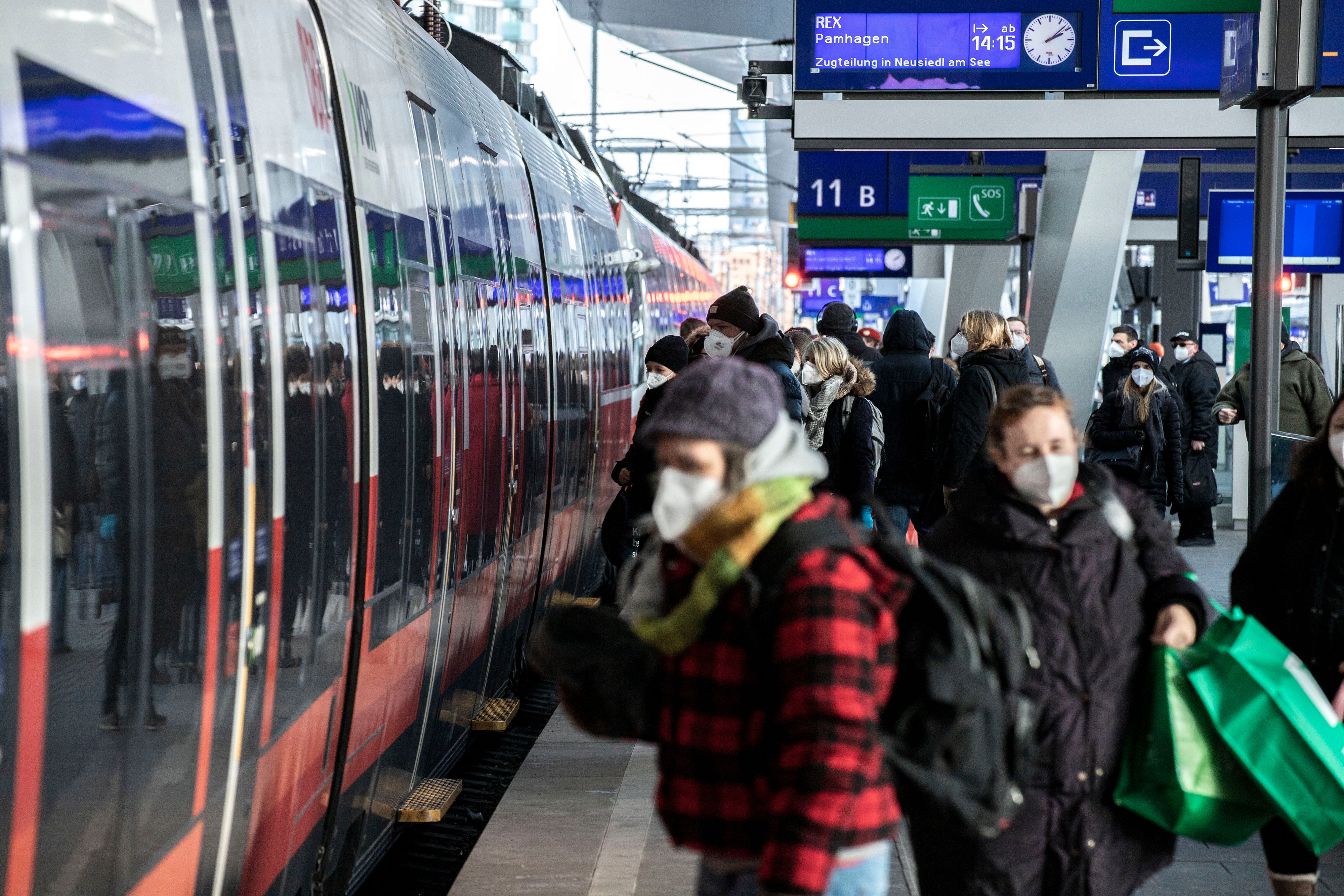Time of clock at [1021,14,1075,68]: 2:08
